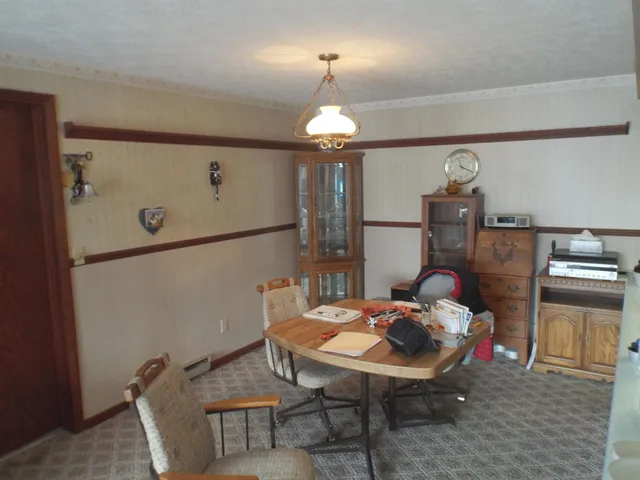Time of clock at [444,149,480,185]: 11:19
